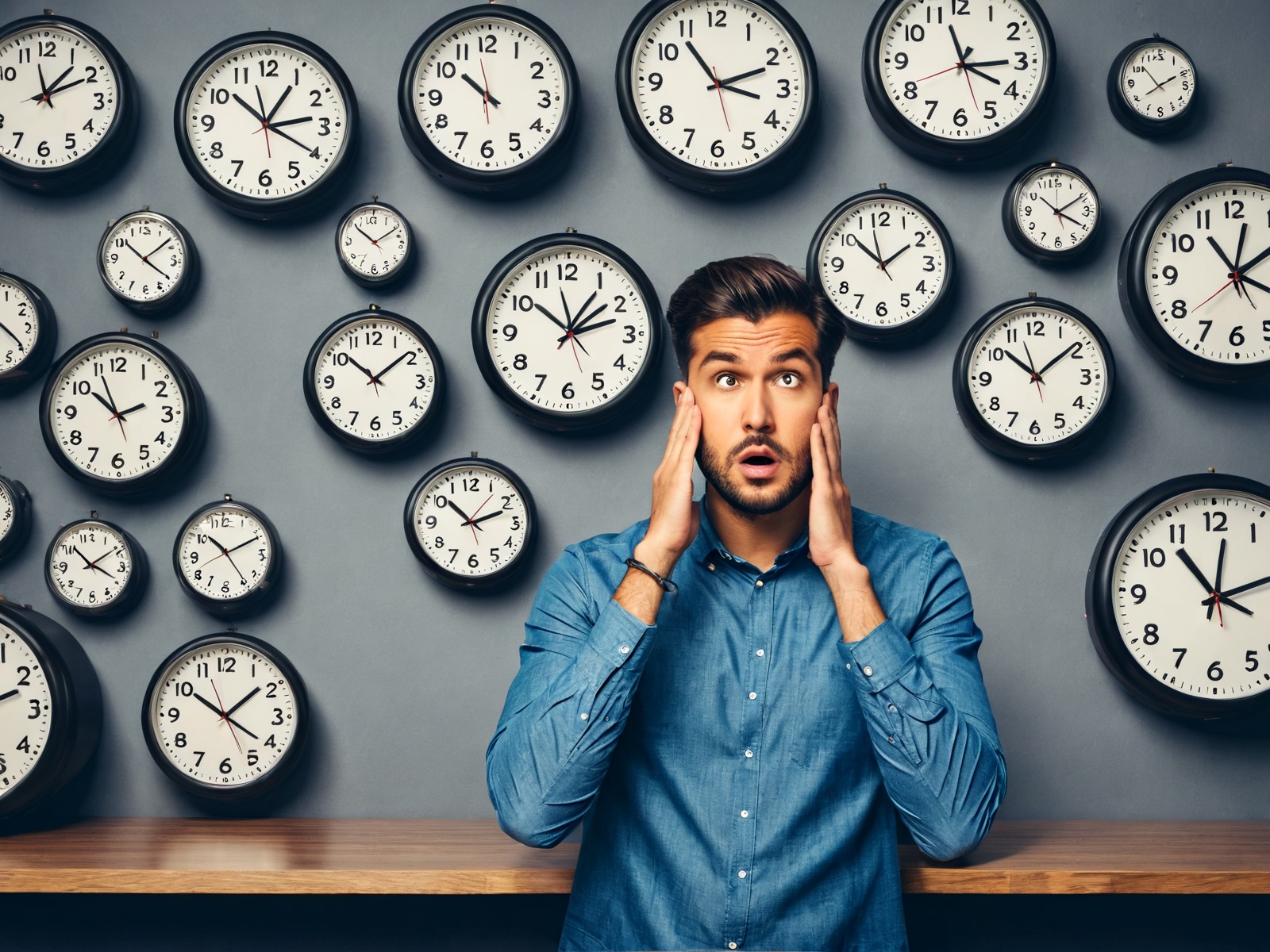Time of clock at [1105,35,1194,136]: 1:52
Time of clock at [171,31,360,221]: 10:20
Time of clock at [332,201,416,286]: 10:09
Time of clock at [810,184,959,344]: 1:51
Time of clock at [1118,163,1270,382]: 4:09
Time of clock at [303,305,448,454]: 10:08
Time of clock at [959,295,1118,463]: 10:08
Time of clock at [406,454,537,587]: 10:11
